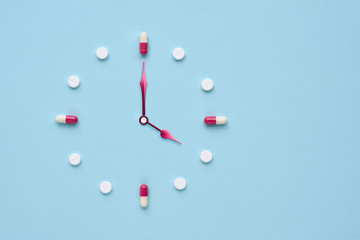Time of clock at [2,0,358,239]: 4:00
